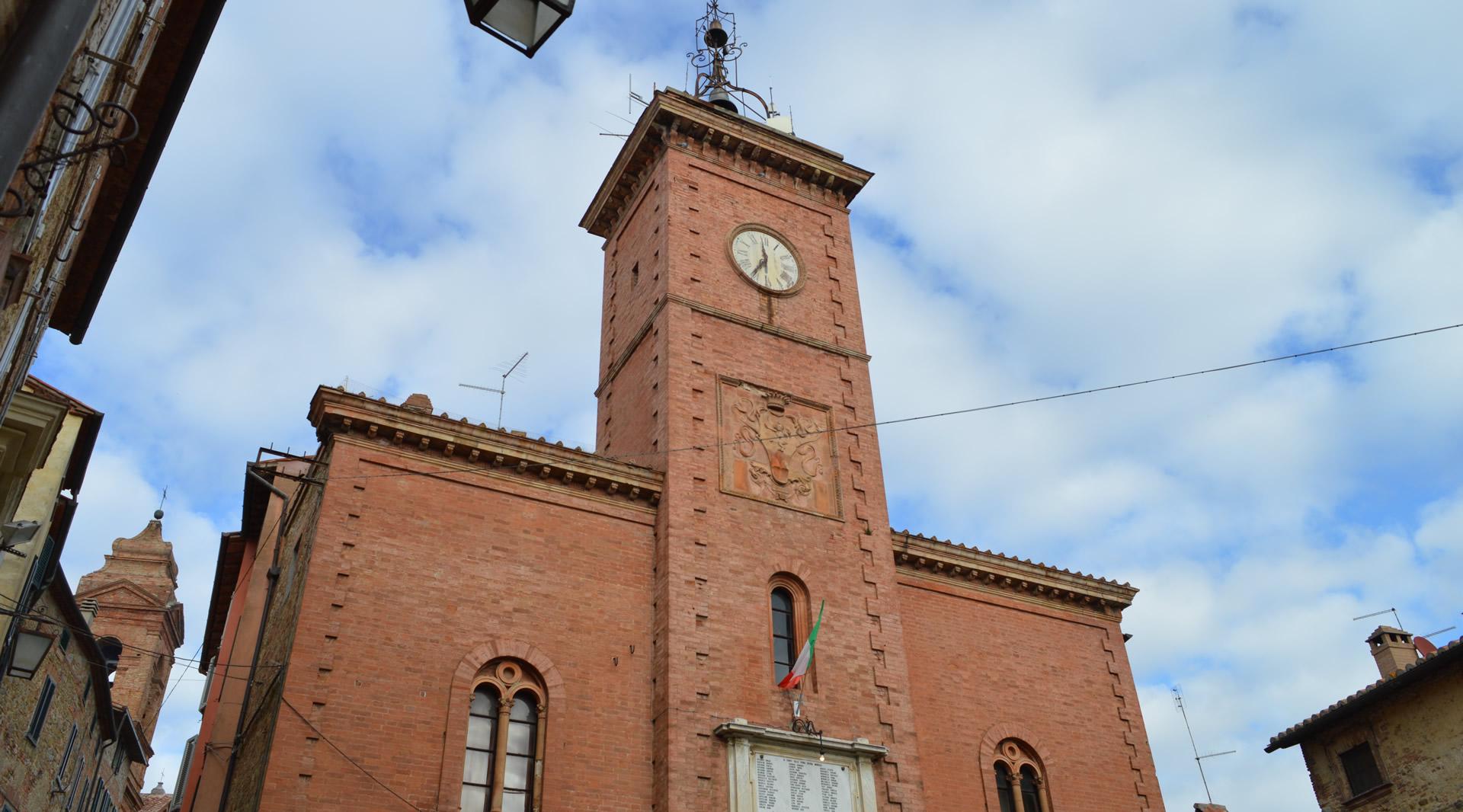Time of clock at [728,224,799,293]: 11:35
